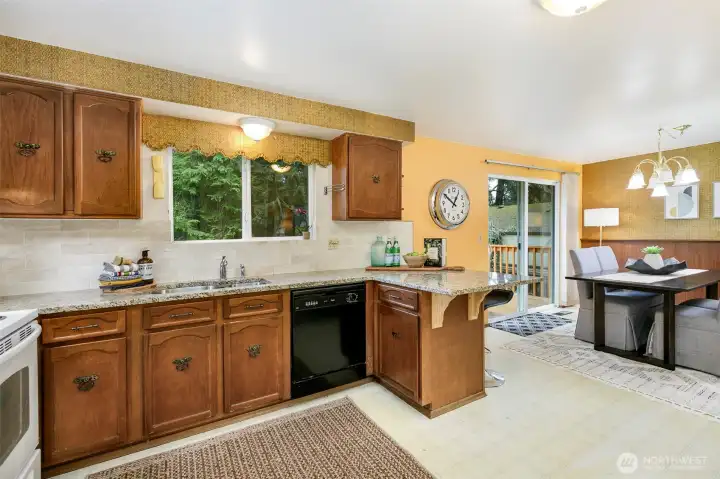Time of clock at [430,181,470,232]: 12:50
